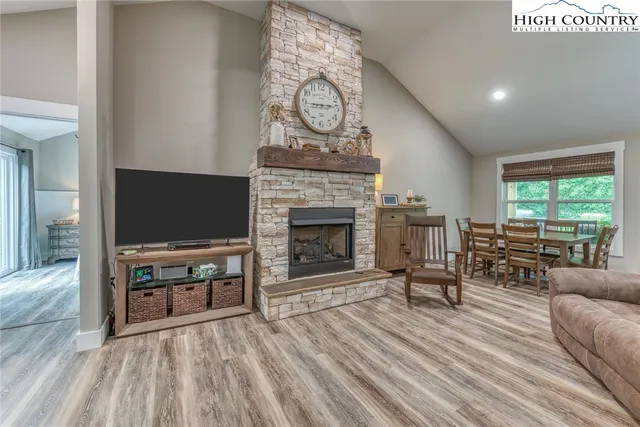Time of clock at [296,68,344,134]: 2:44
